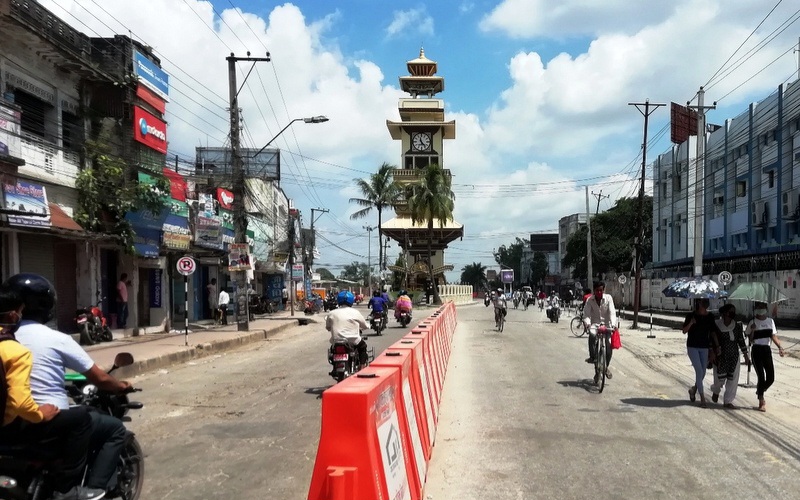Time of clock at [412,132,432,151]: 11:23
